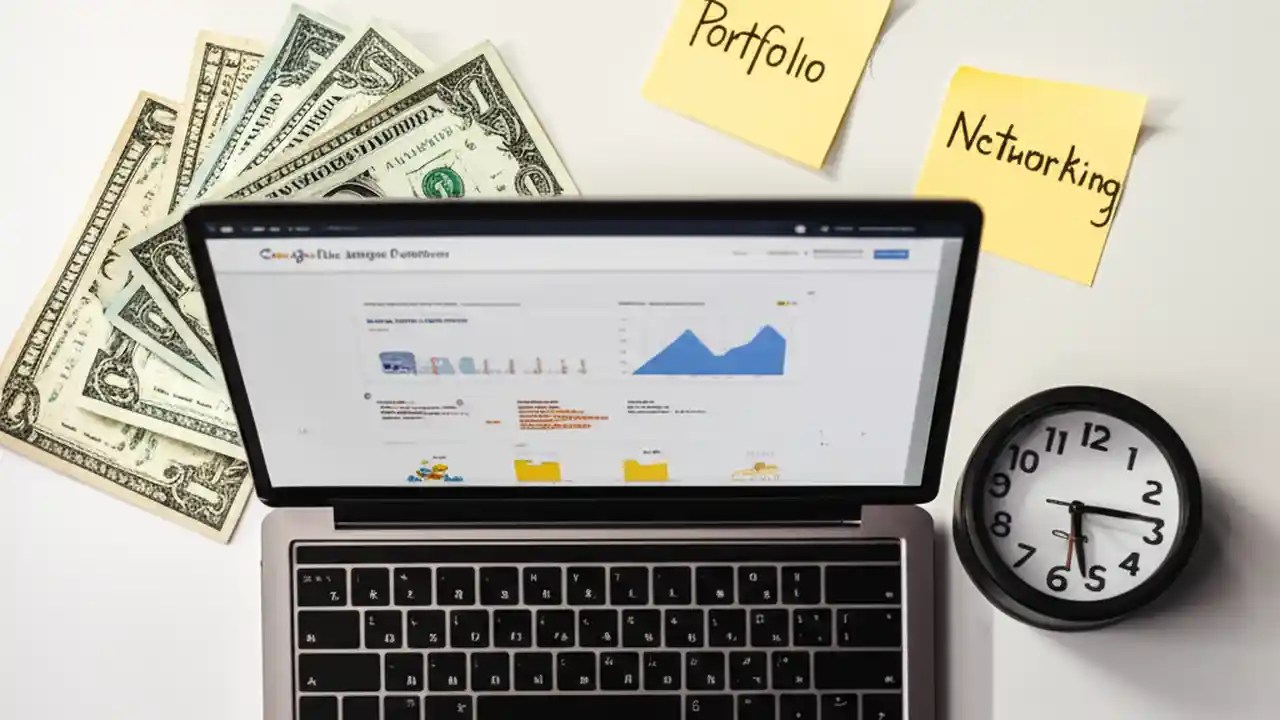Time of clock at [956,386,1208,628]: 5:13
